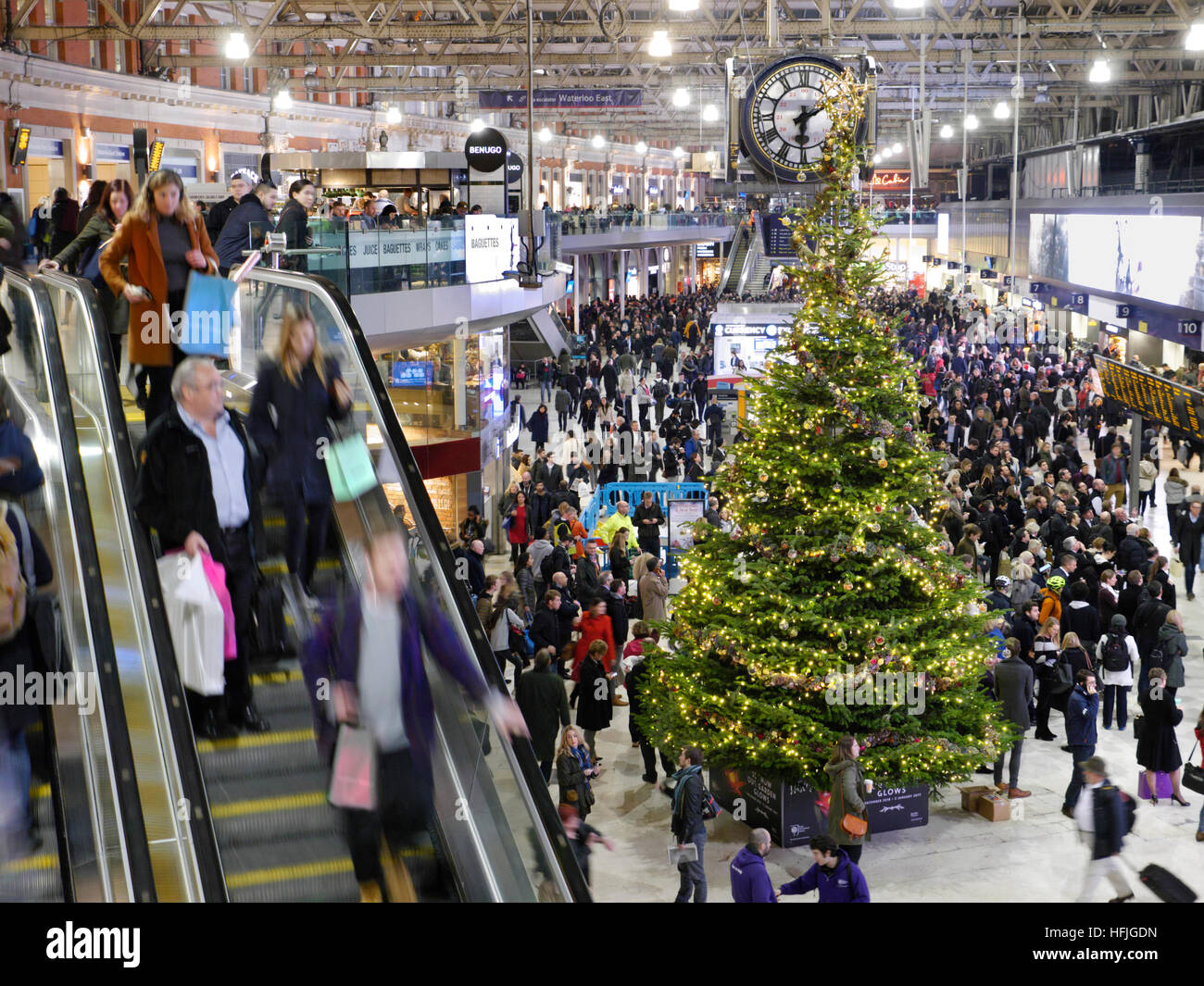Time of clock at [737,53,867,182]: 6:10
